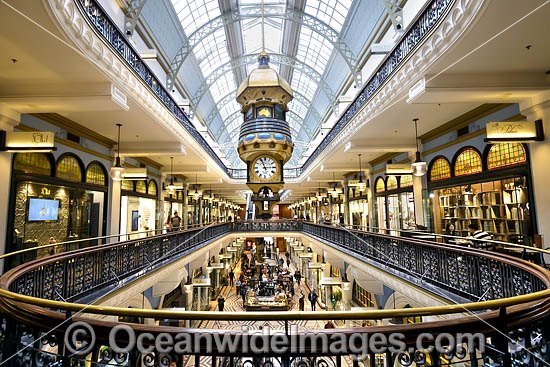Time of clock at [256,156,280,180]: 2:56
